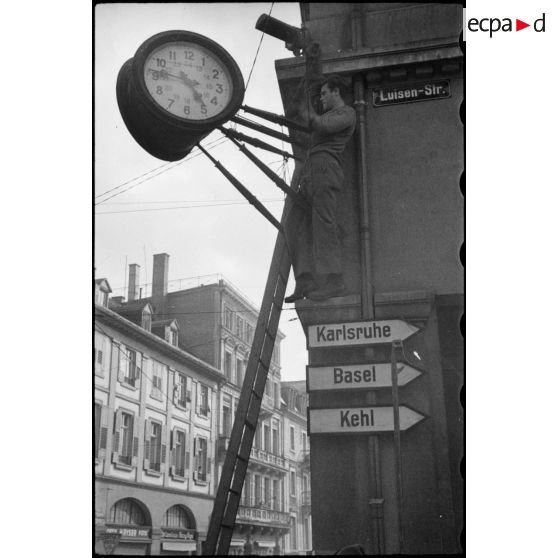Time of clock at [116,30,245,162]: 4:46
